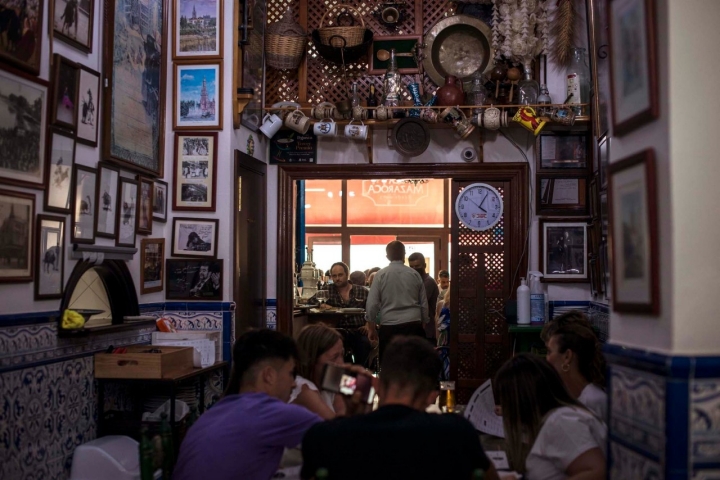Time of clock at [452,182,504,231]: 4:05
